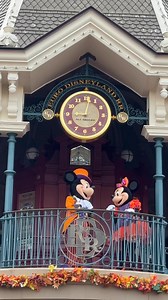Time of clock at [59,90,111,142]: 9:01
